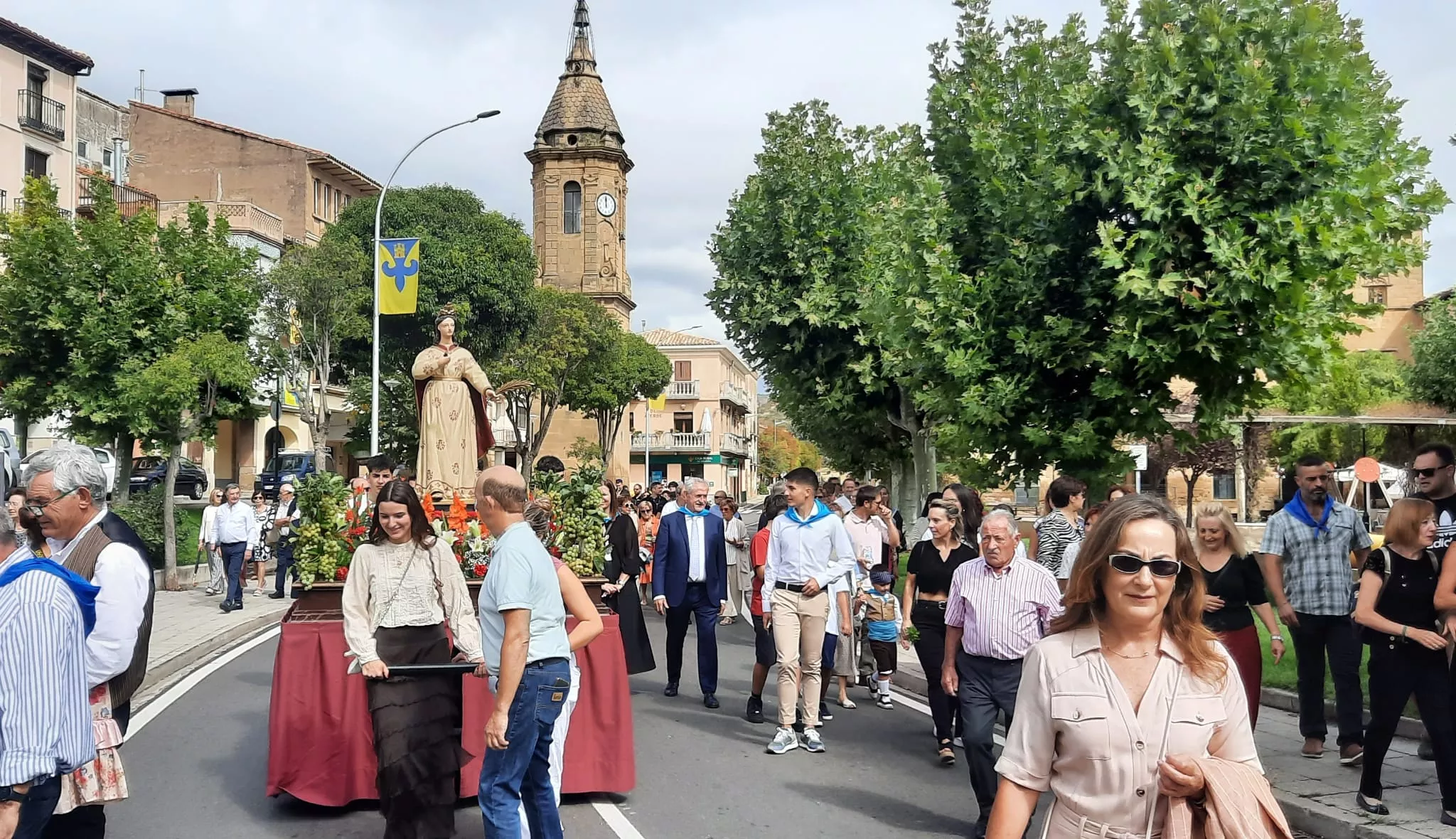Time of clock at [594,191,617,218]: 11:59
